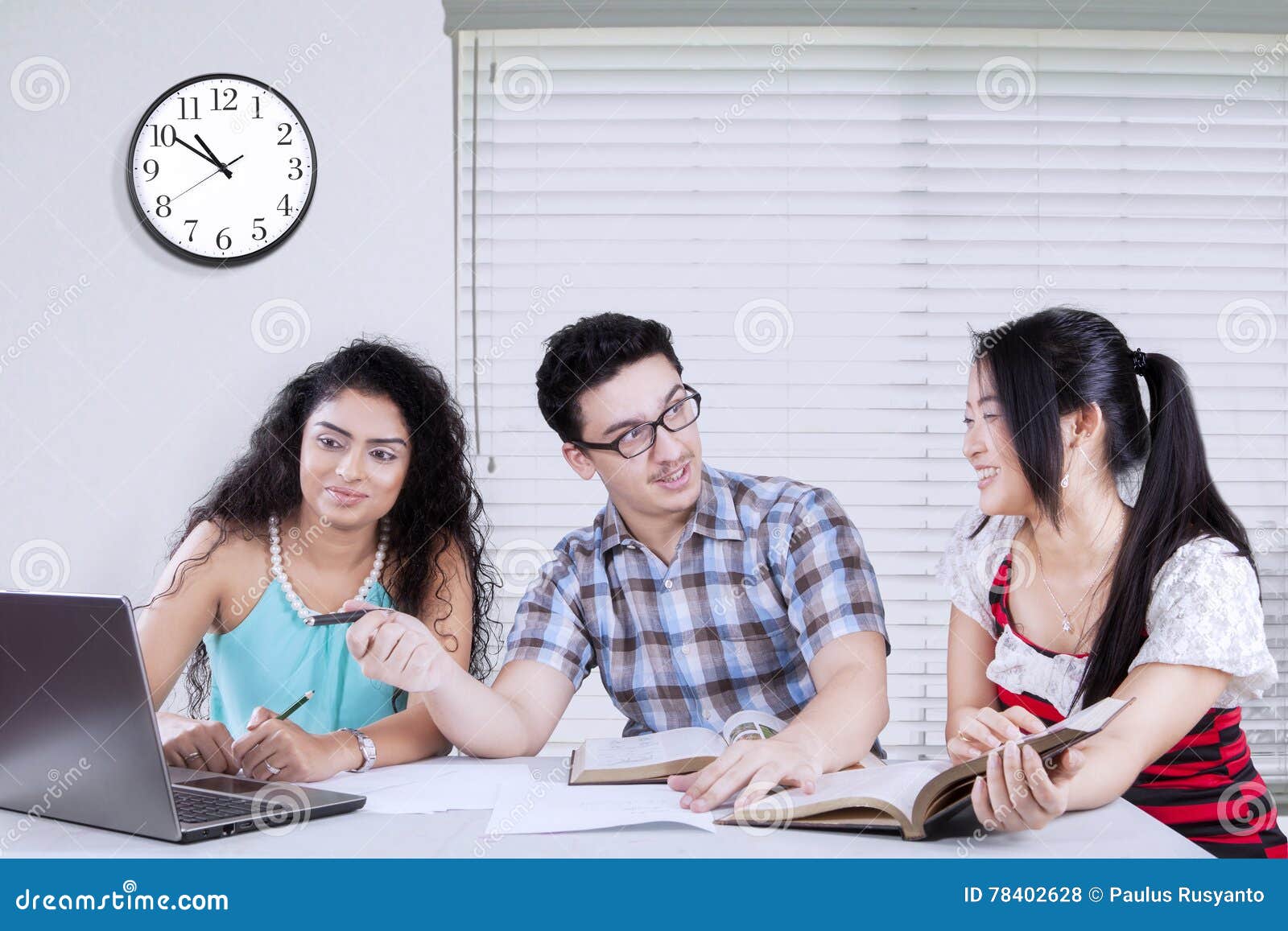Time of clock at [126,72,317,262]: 10:50
